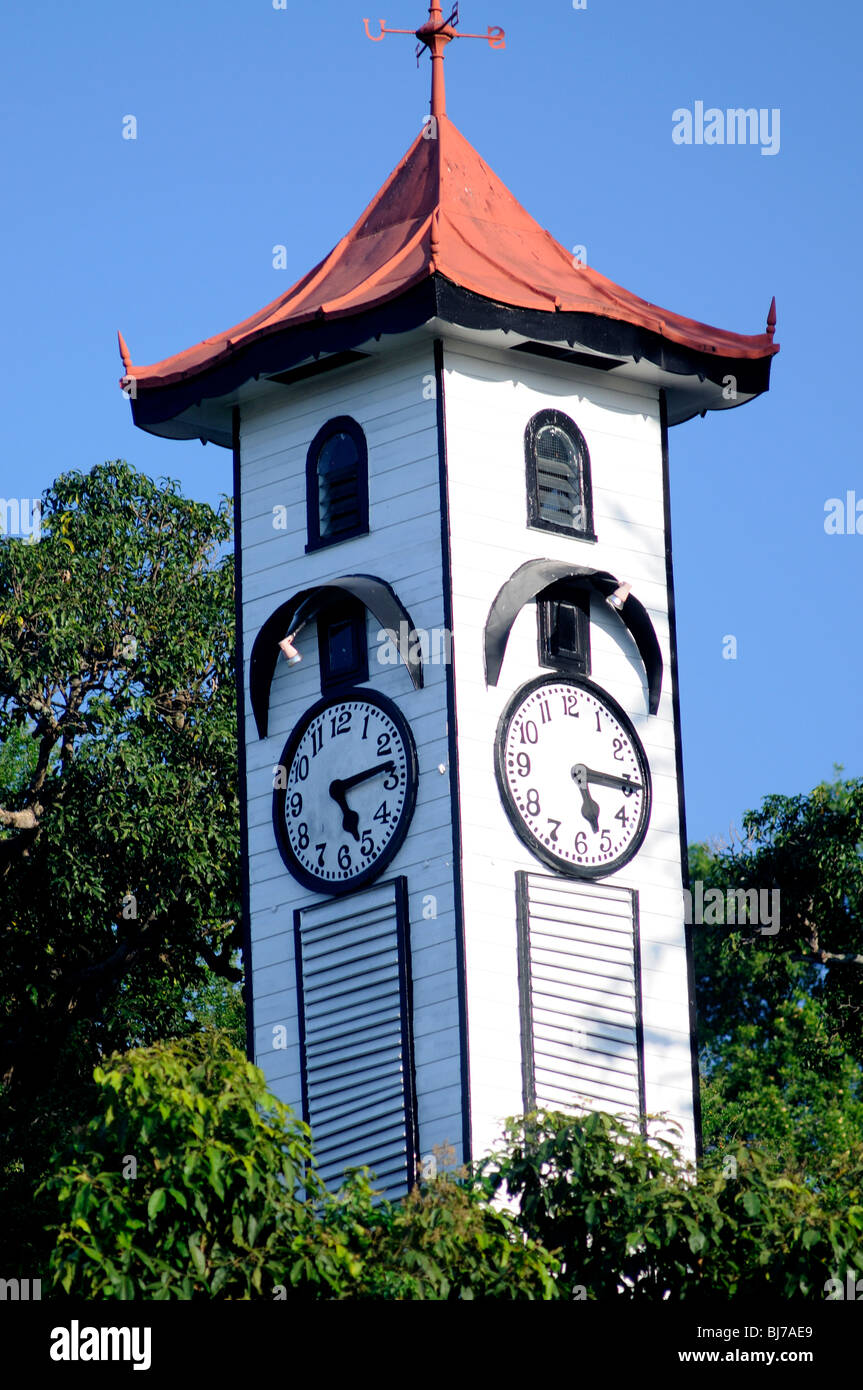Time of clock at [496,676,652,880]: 5:15
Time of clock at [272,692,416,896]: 5:13
